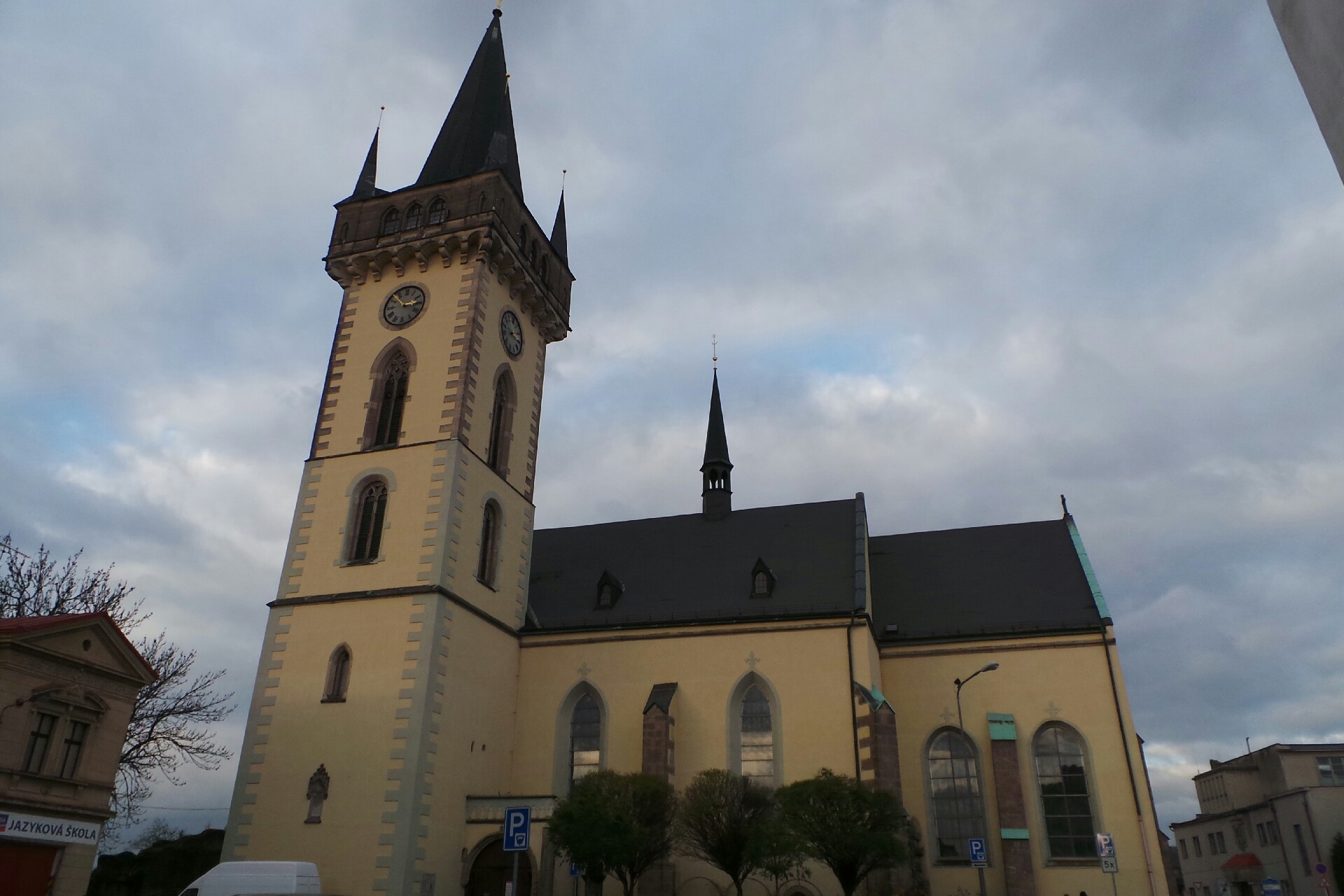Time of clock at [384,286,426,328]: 2:52
